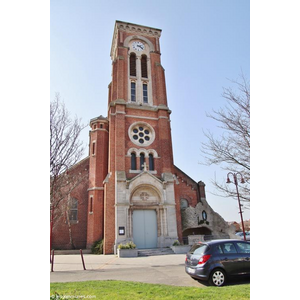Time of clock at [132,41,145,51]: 3:22
